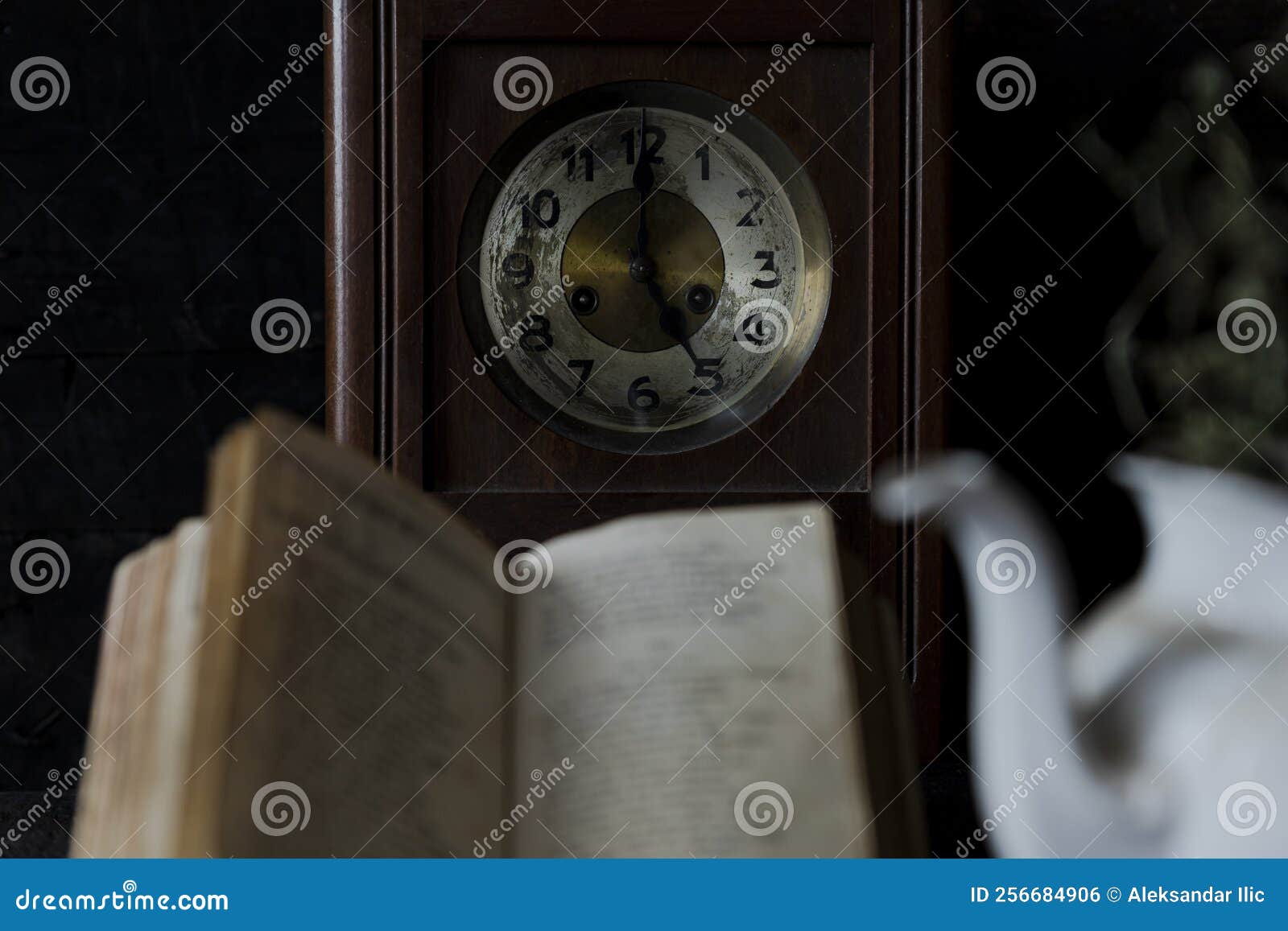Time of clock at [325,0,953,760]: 5:00
